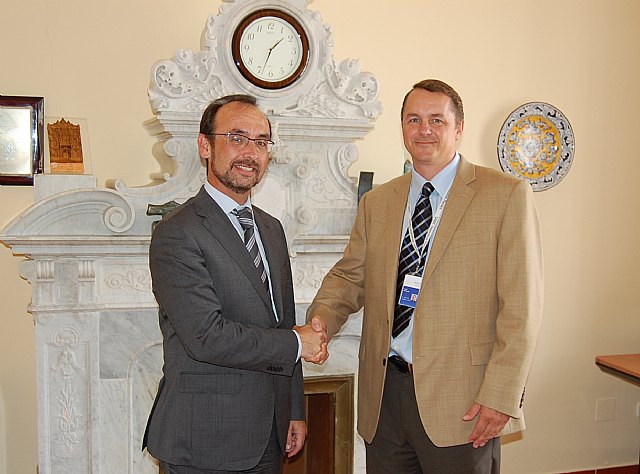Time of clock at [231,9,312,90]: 1:33
